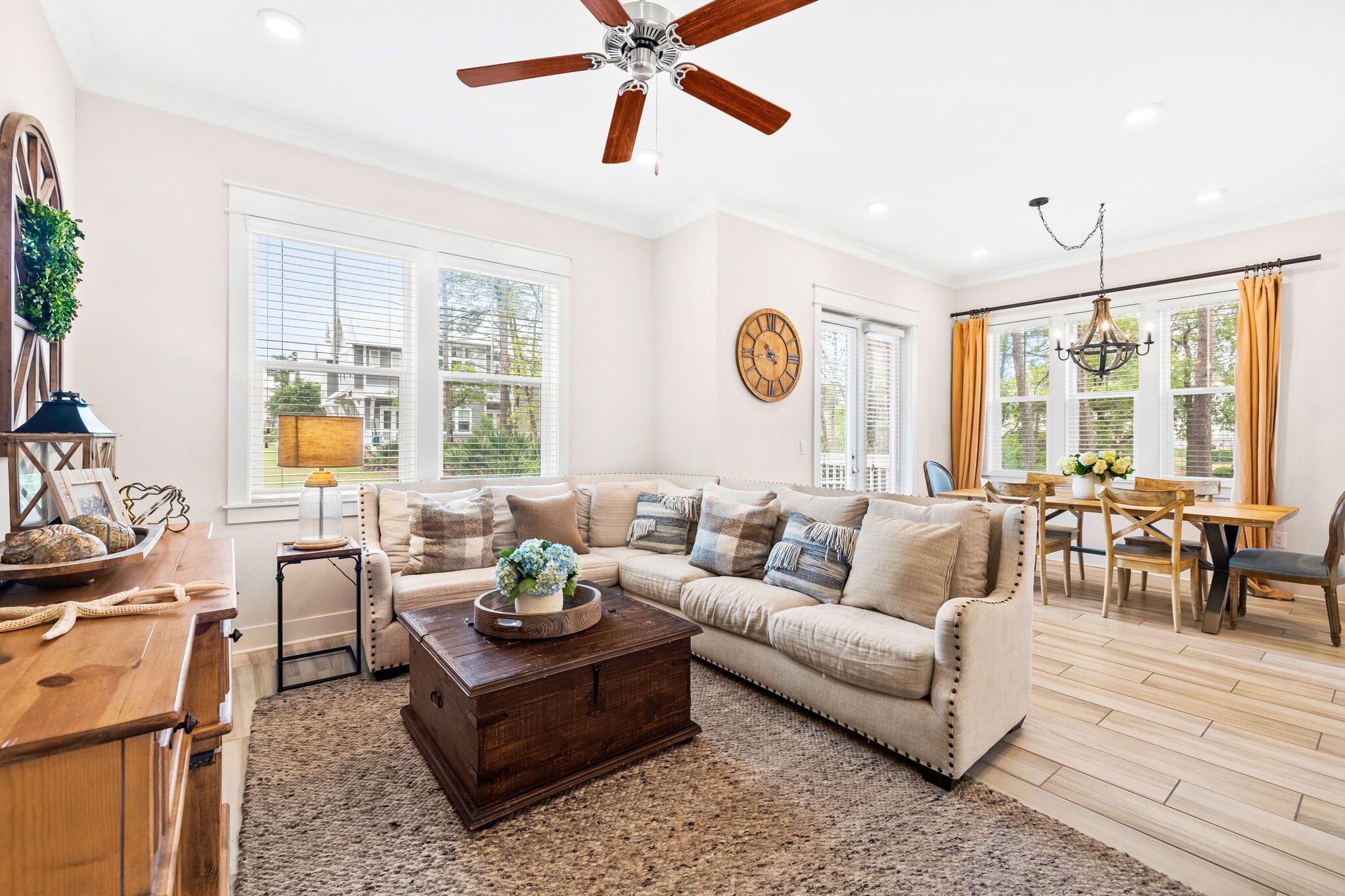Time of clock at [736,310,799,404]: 10:43
